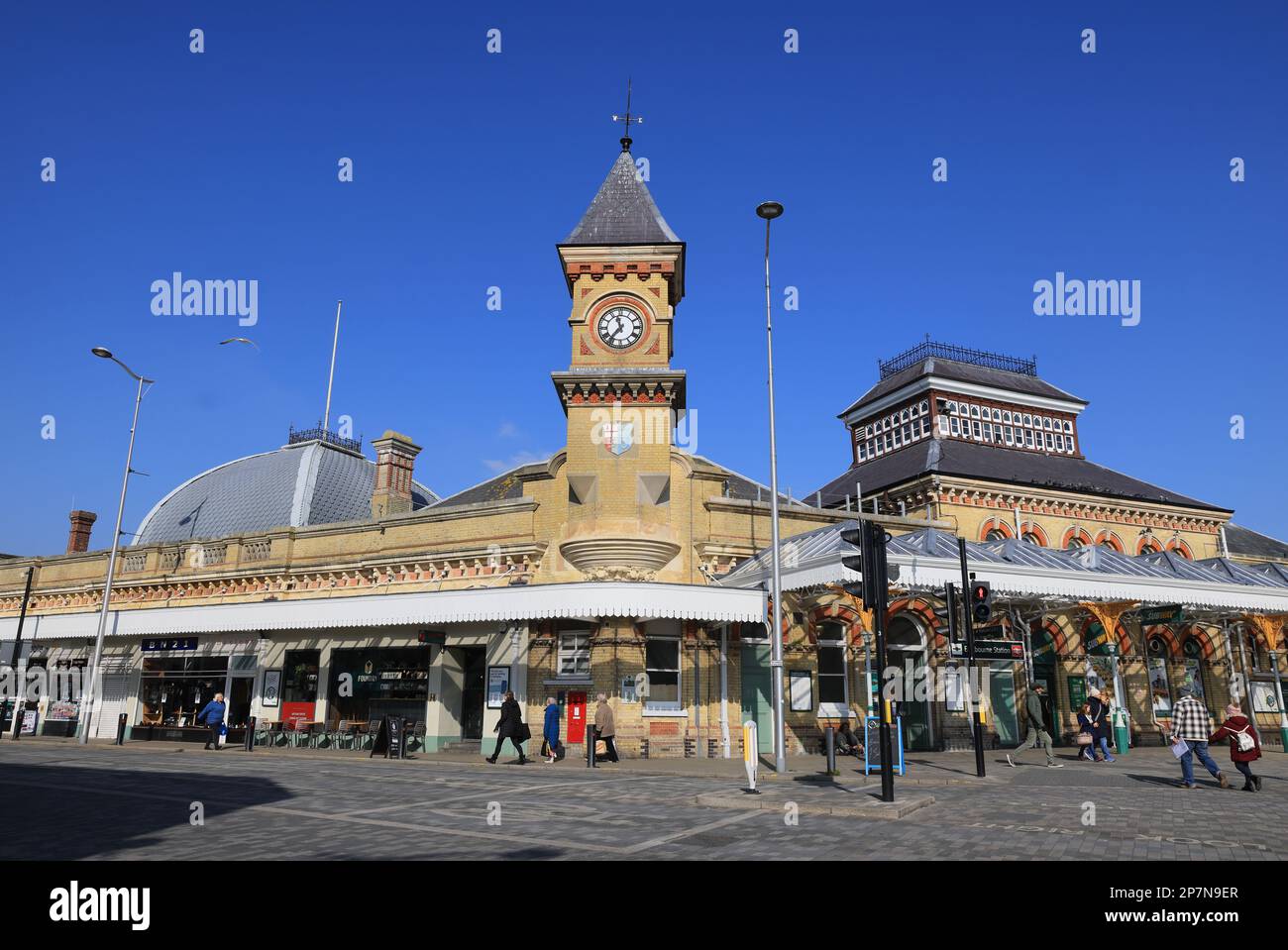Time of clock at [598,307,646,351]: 11:36
